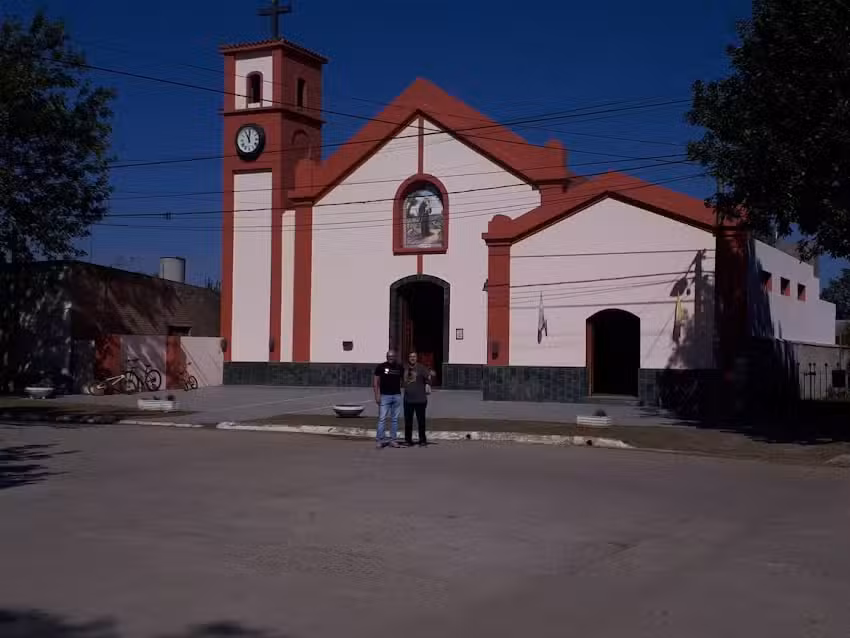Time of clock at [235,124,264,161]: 11:00
